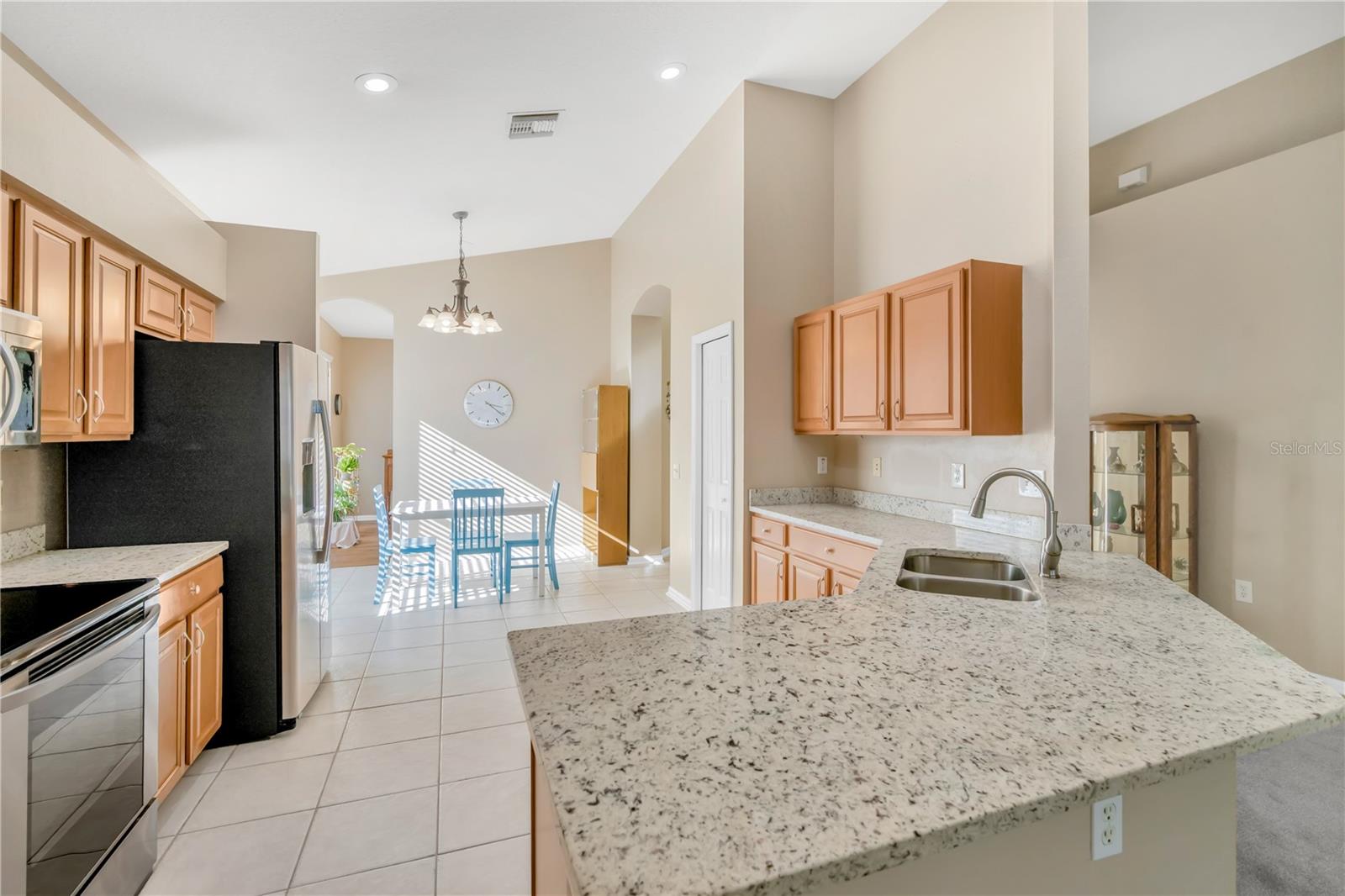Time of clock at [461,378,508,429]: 3:21
